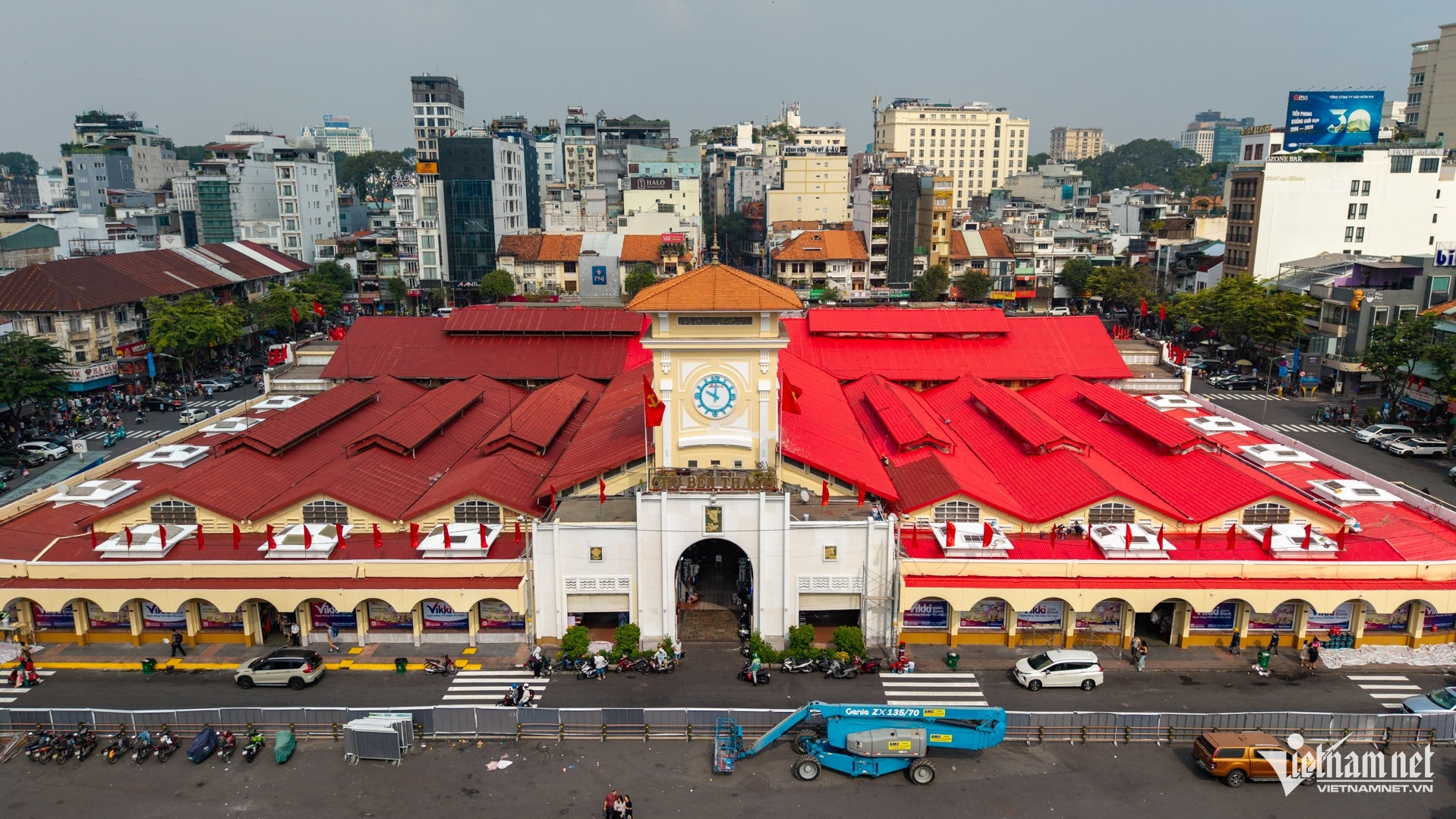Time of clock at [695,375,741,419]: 10:00
